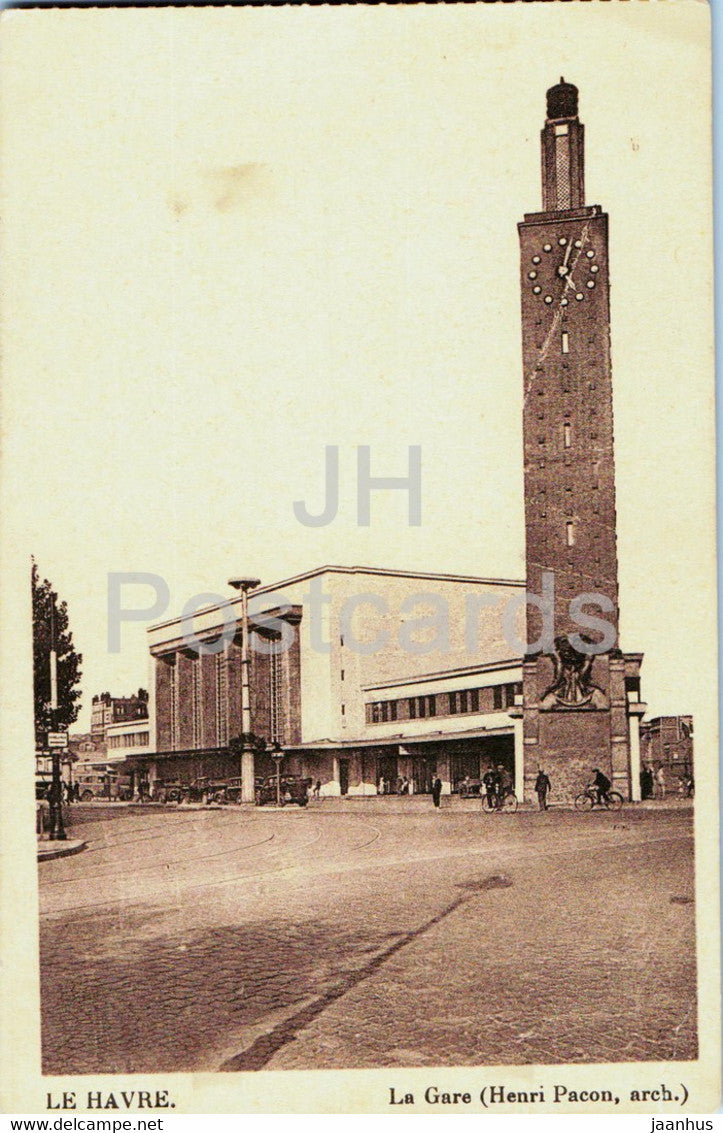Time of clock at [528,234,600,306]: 5:03
